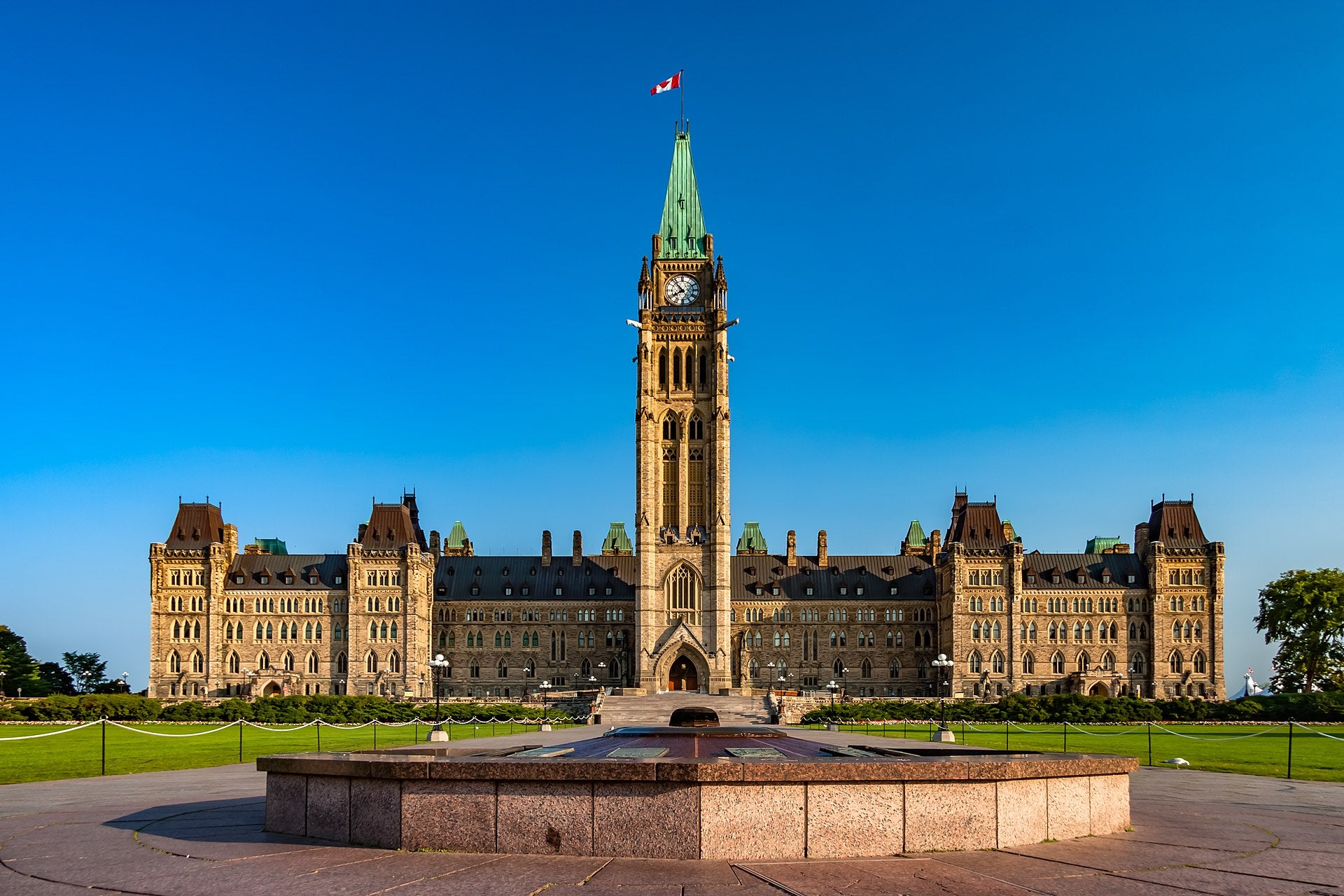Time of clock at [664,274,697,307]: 7:52
